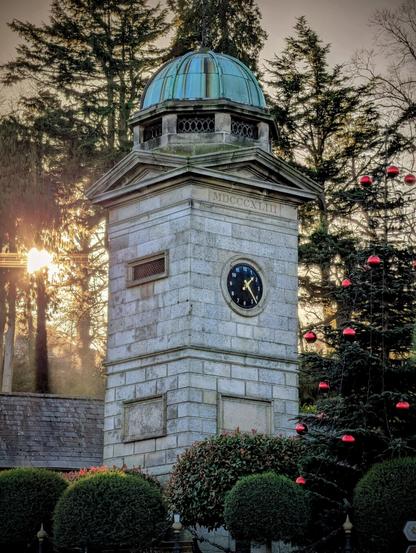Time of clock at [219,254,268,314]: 1:23
